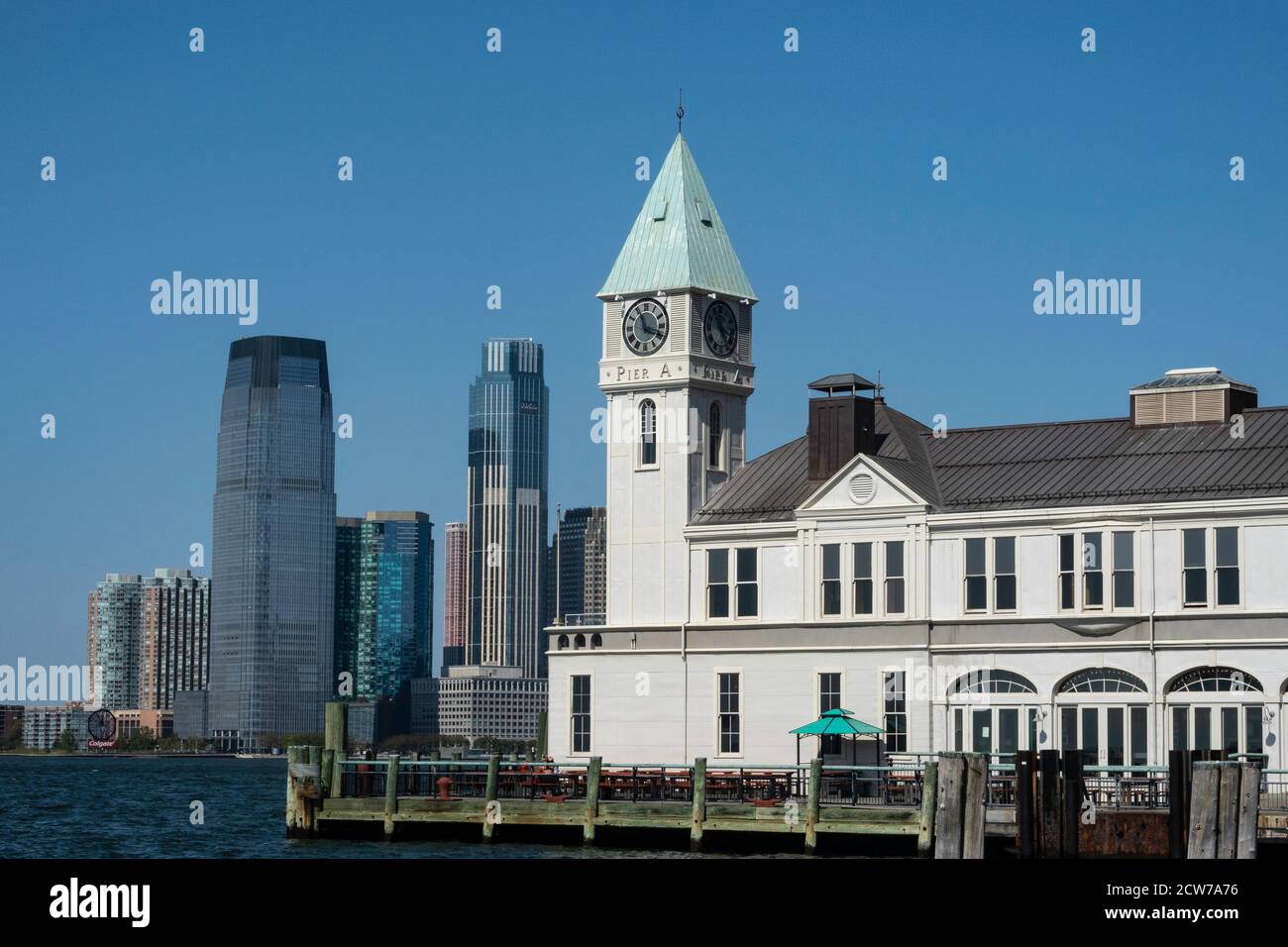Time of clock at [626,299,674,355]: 11:18
